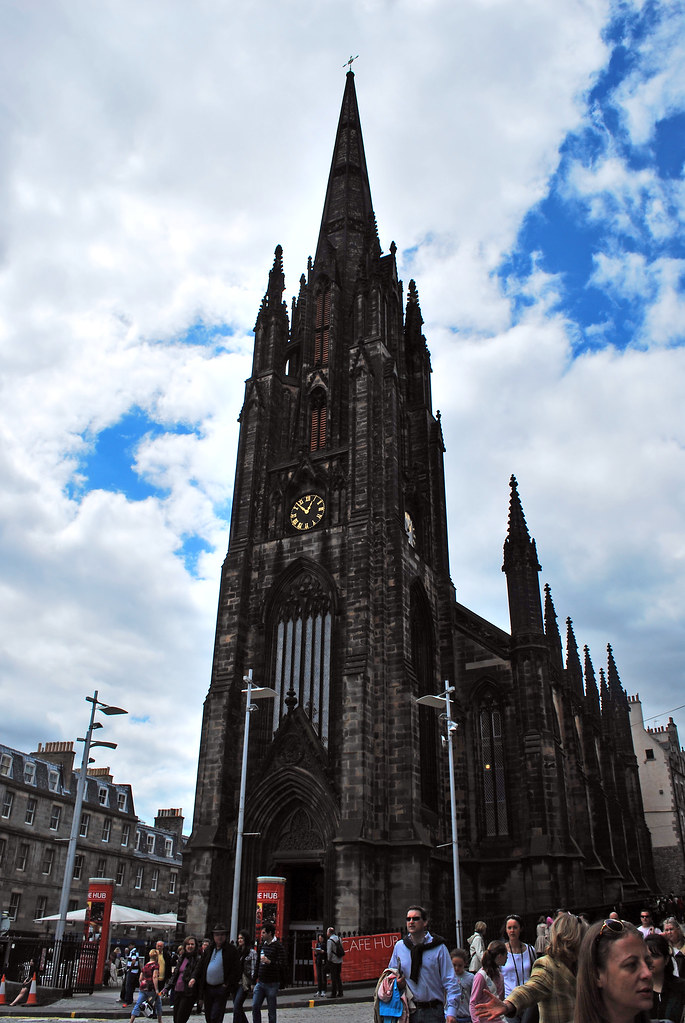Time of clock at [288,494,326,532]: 12:52
